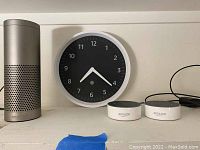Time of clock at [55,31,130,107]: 7:21
